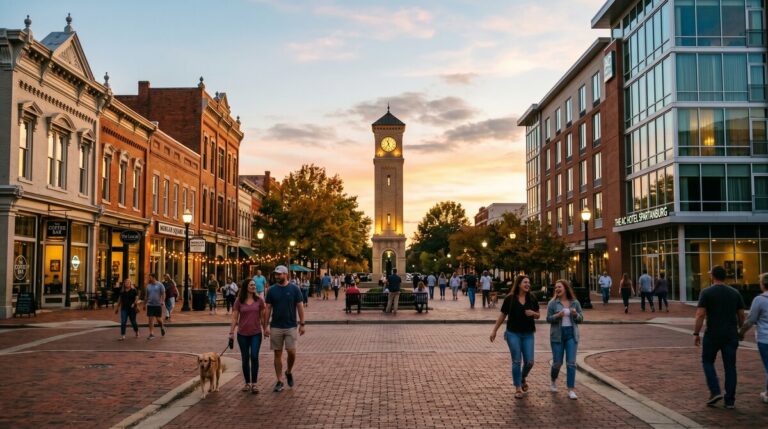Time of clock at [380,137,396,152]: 11:36
